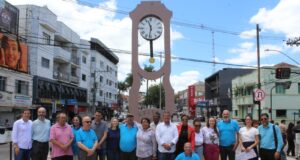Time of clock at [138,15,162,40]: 11:31
